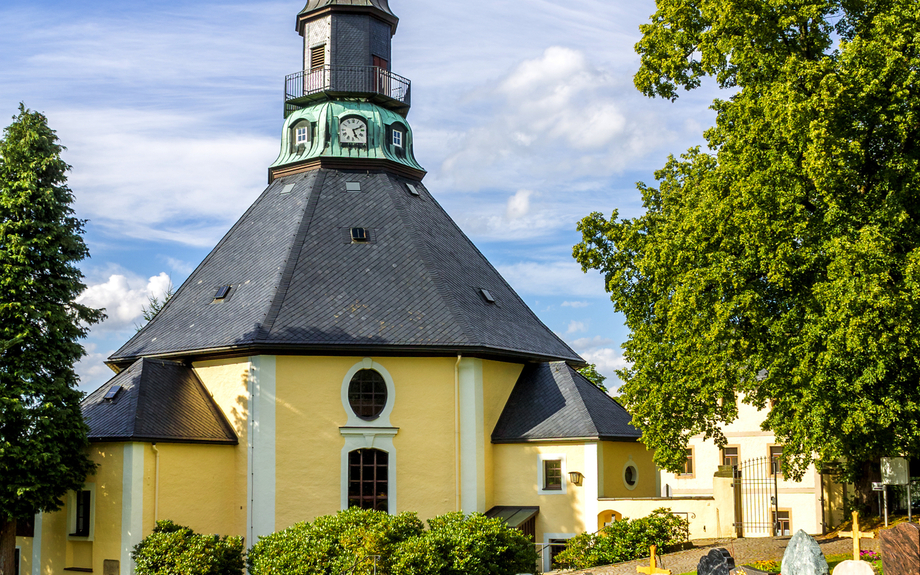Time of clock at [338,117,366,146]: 5:11
